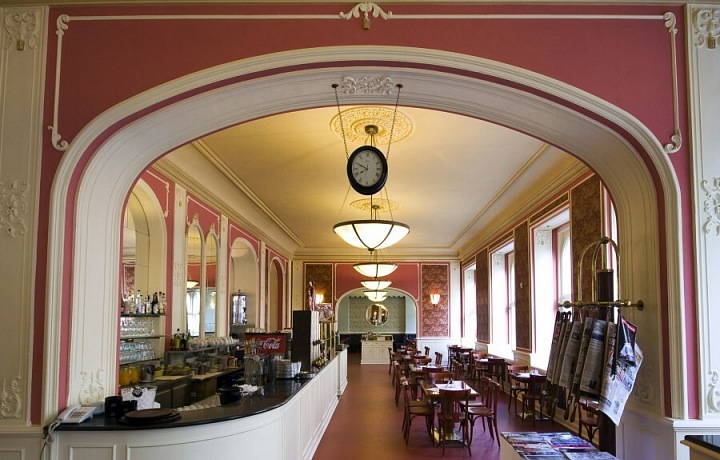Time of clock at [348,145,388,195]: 7:49
